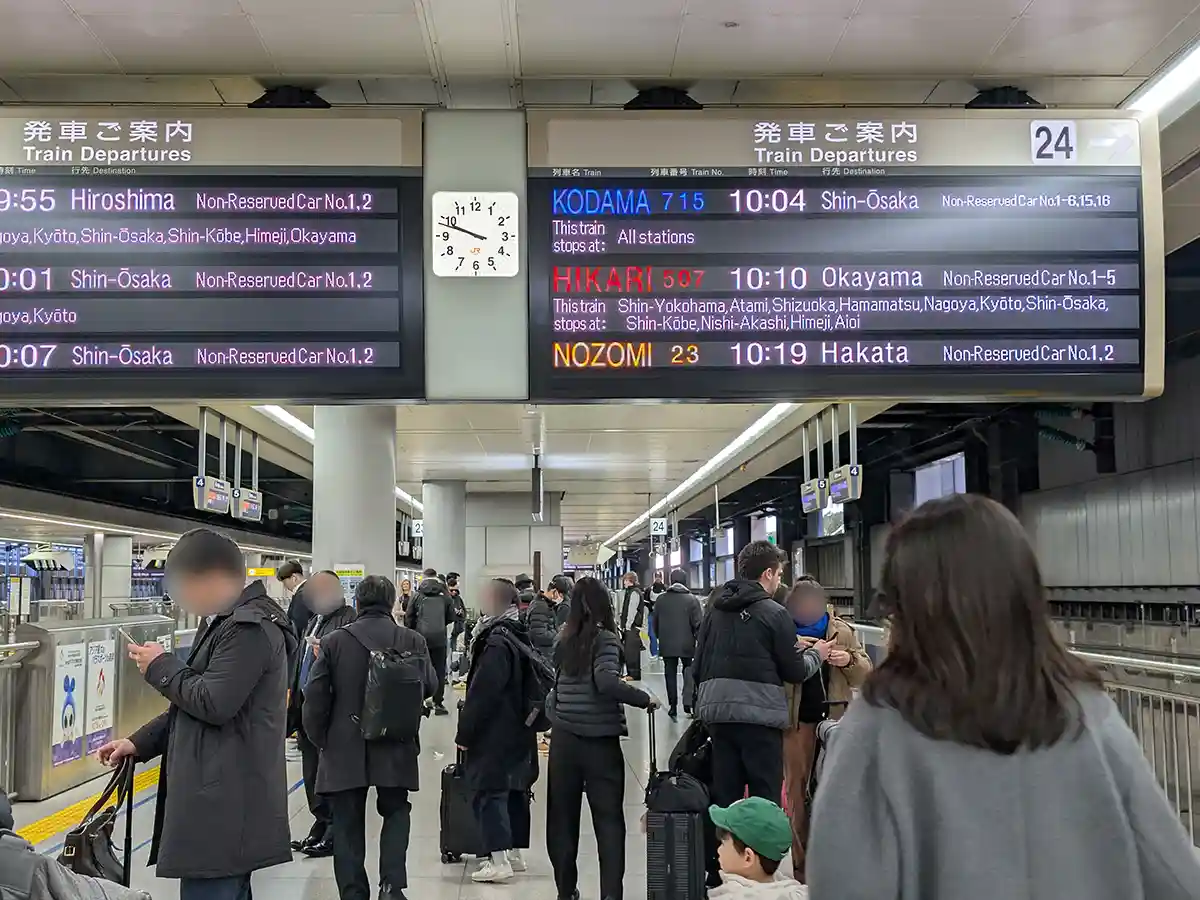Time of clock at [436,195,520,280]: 9:48
